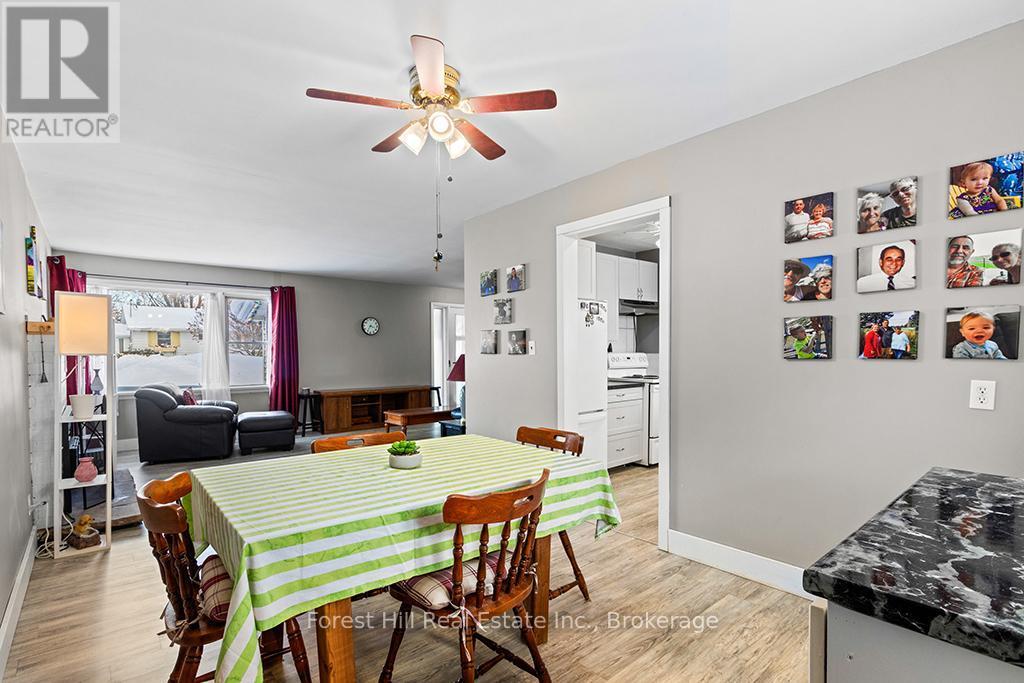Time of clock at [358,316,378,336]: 3:34
